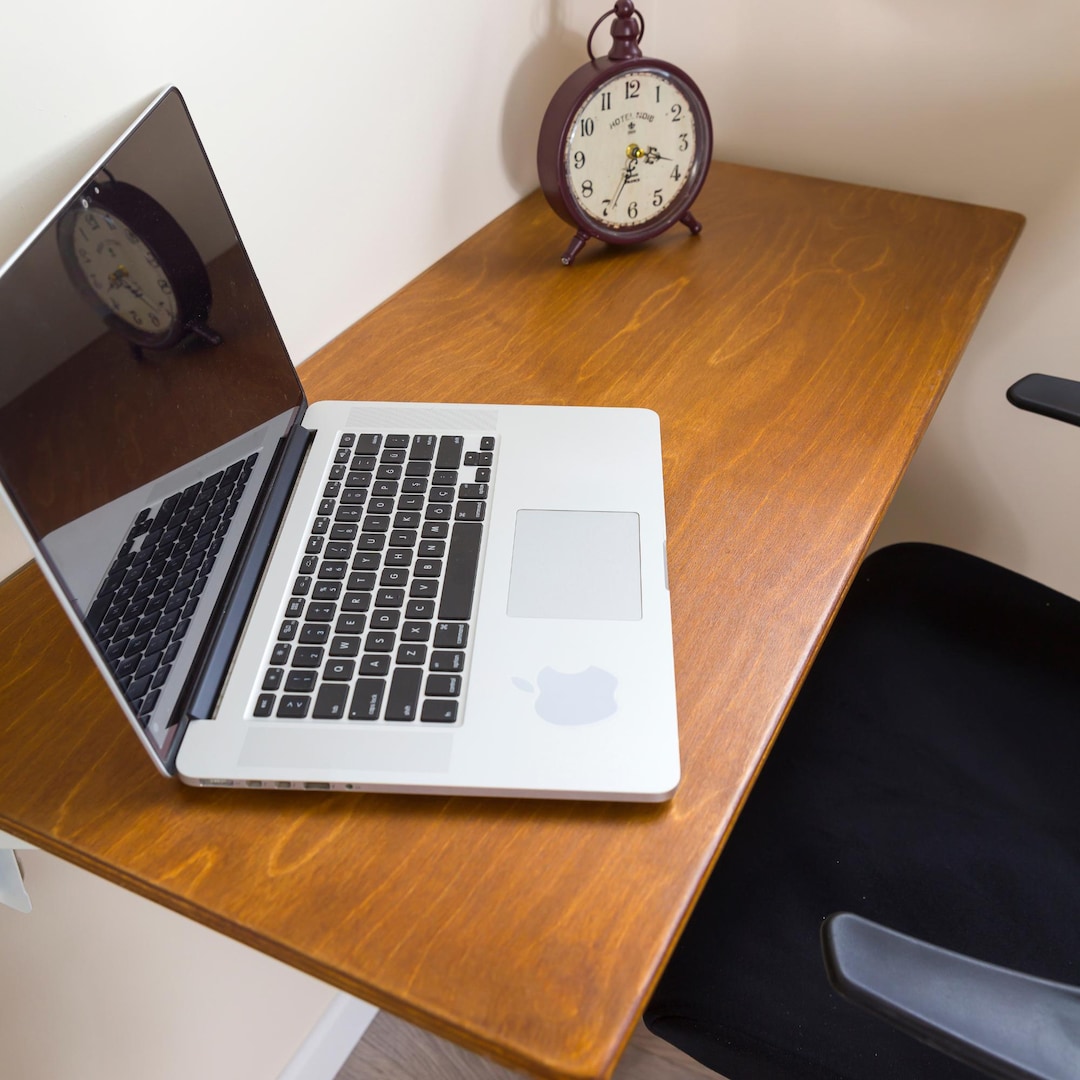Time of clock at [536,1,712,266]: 3:33
